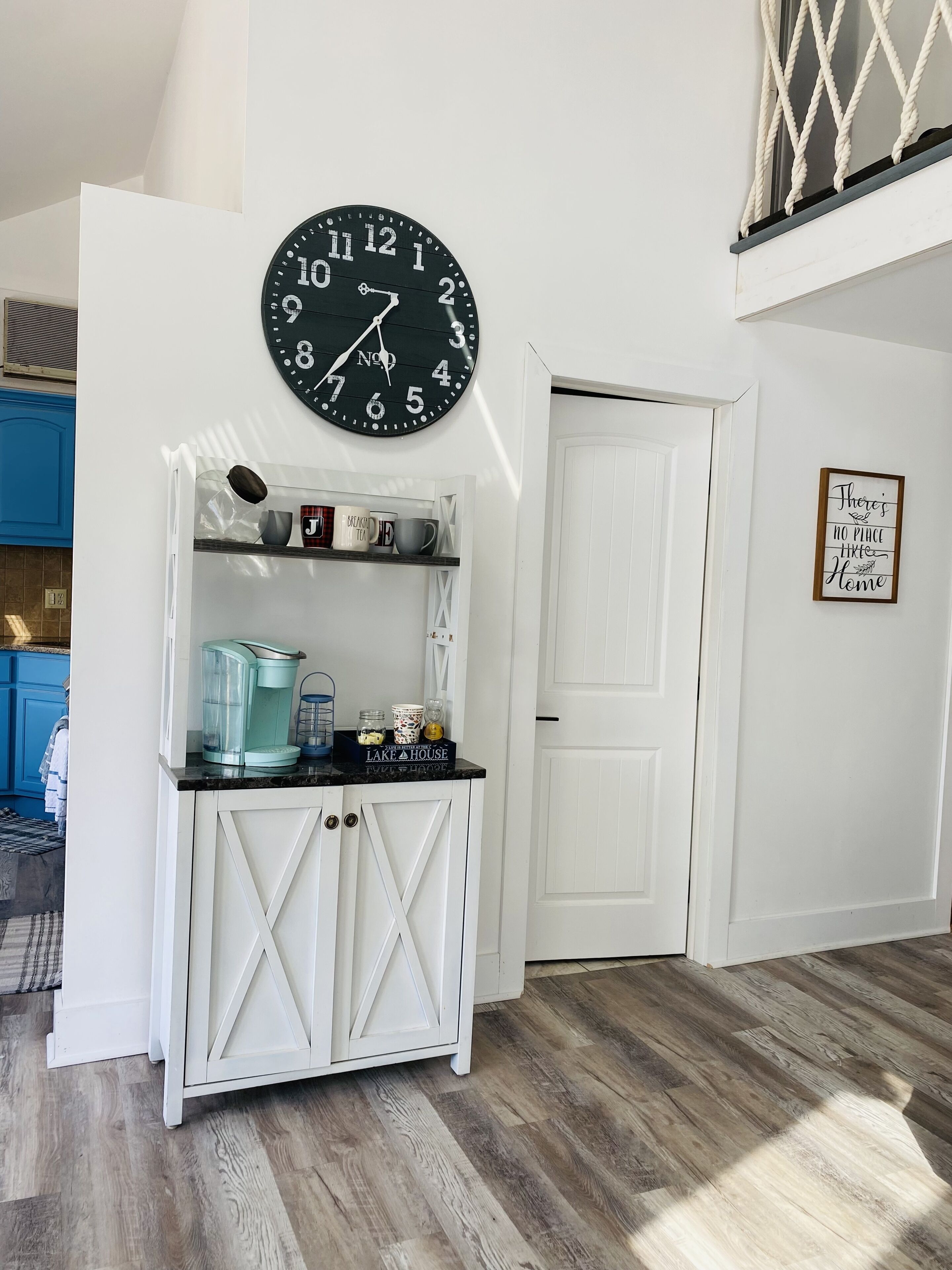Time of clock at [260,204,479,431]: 5:36
